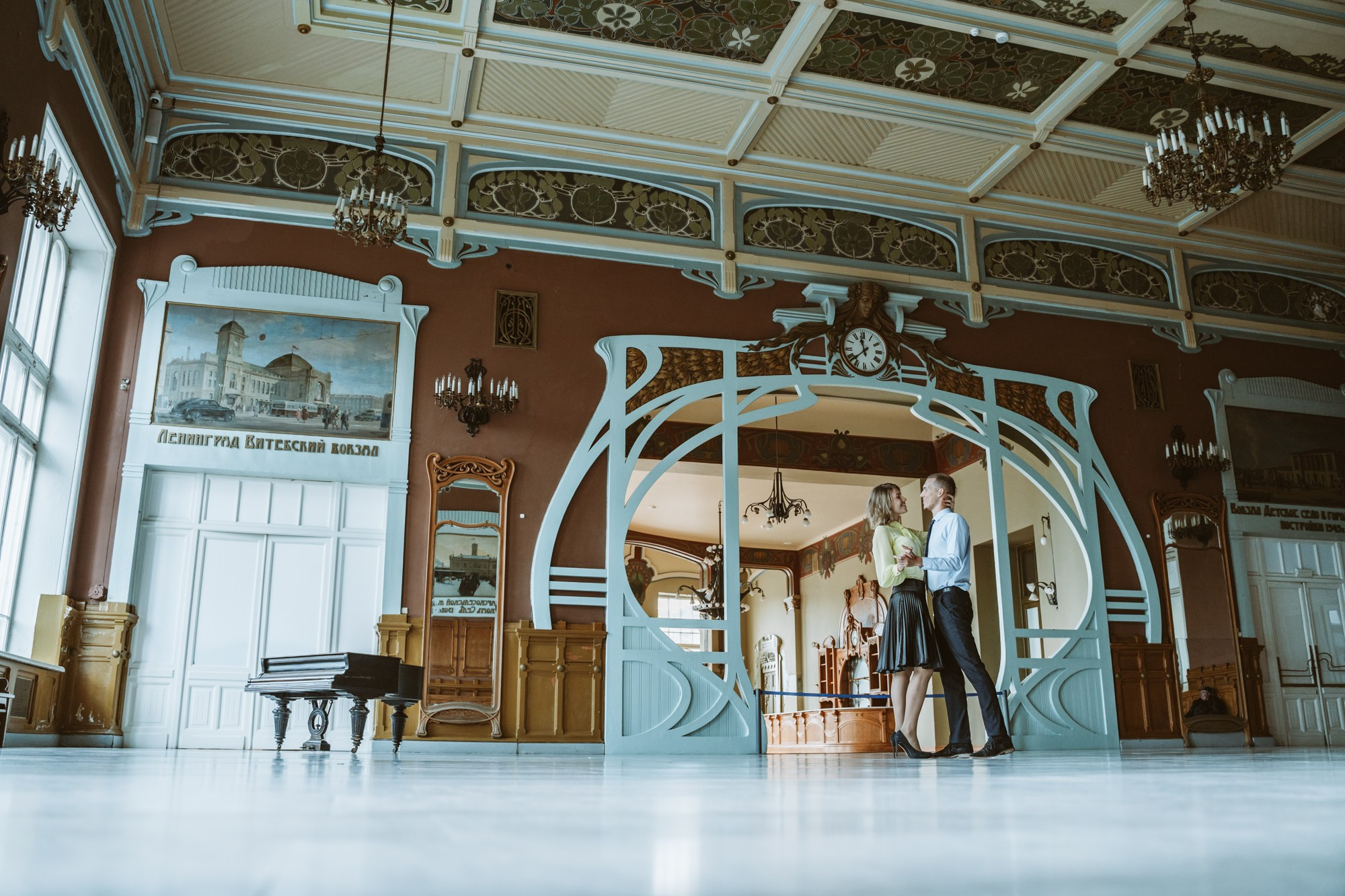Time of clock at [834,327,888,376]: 11:38
